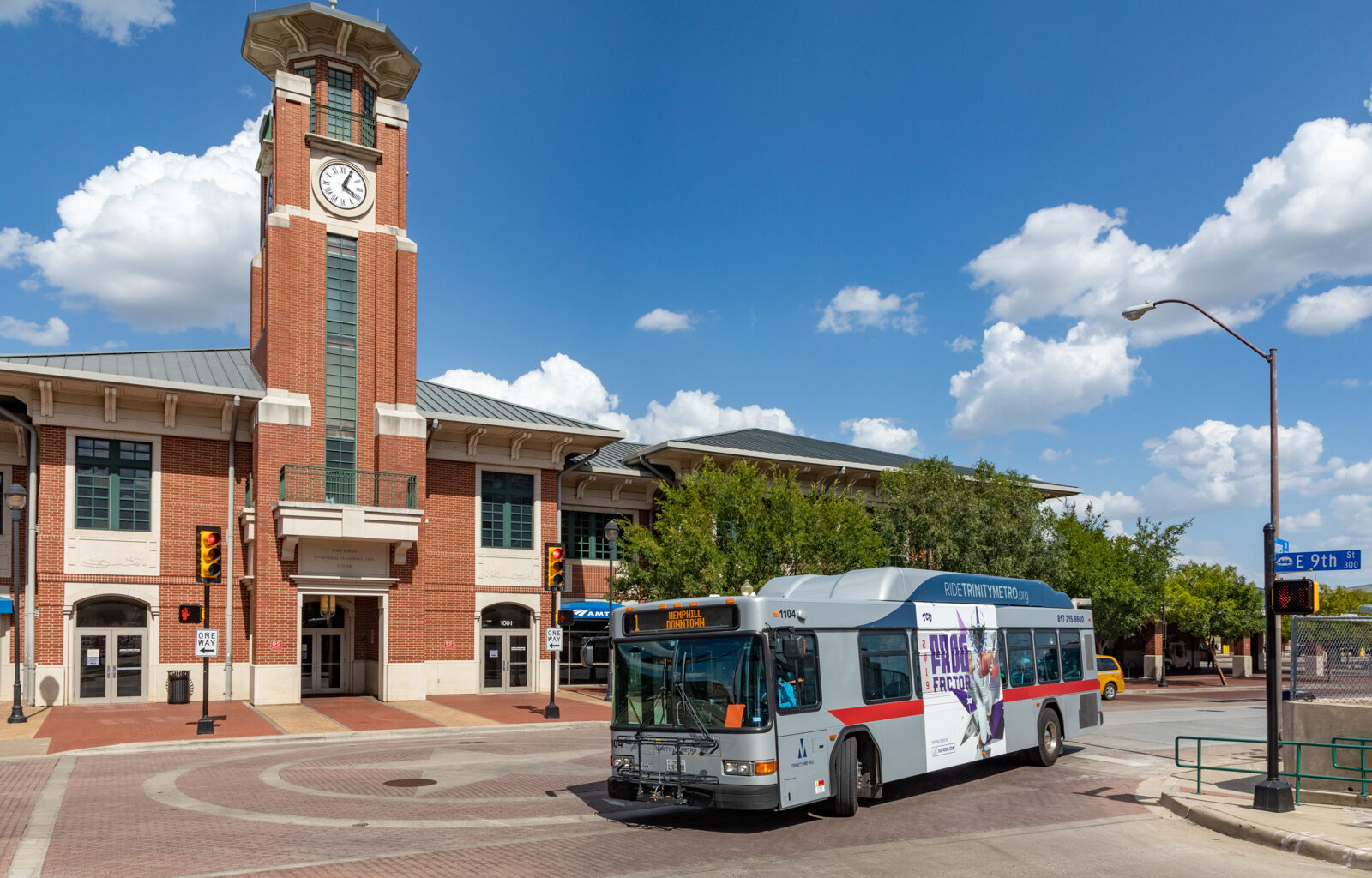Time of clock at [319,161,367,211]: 4:04
